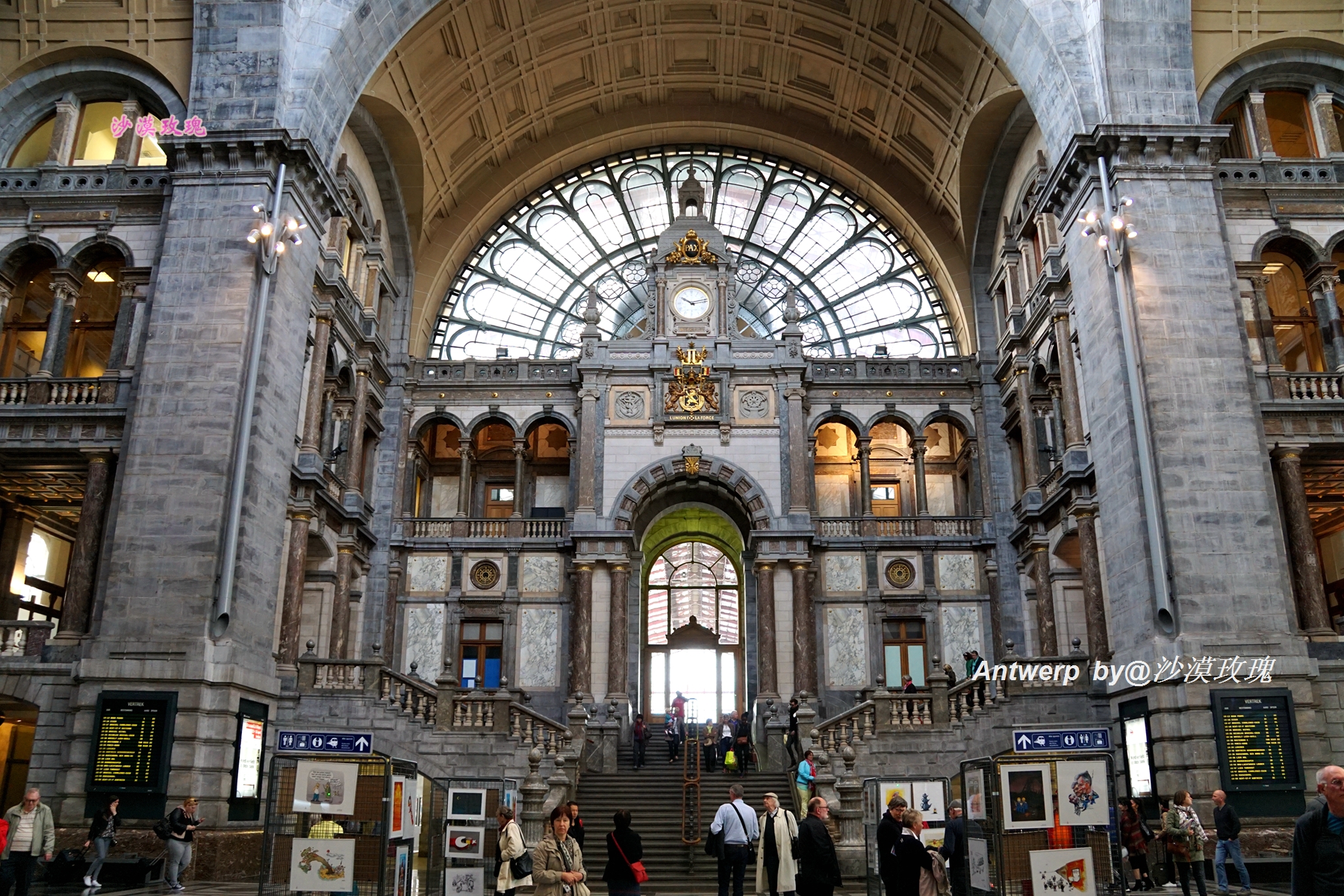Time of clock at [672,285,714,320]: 10:12
